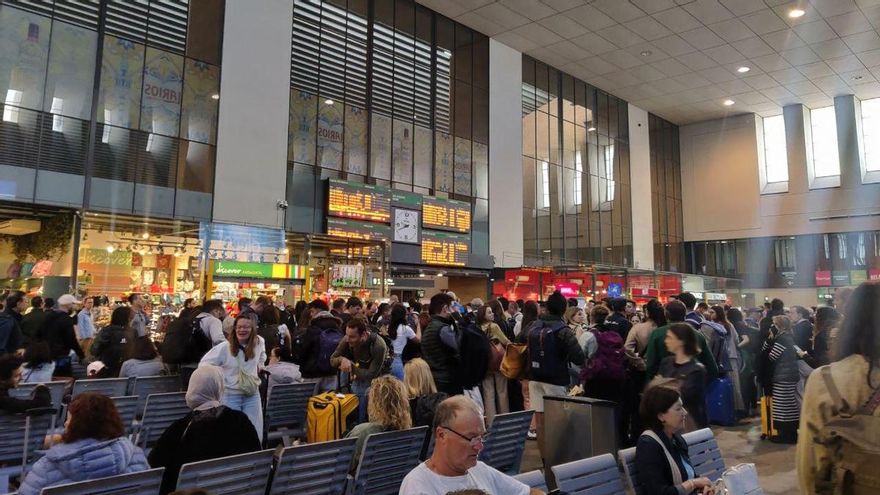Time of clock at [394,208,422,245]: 8:41
